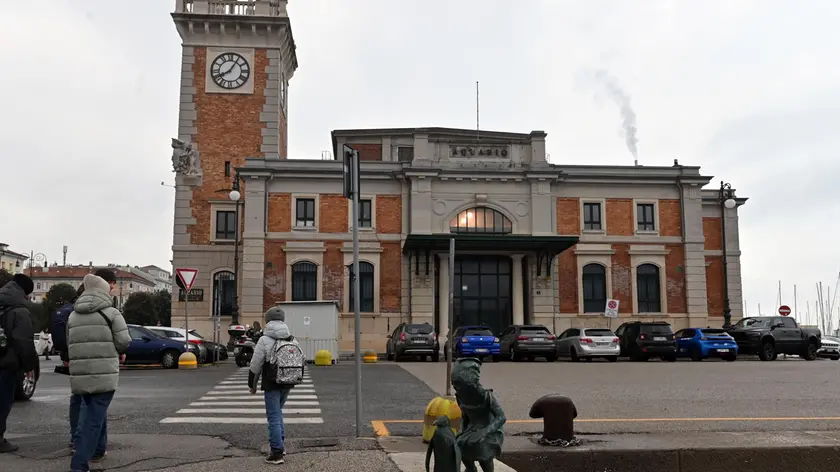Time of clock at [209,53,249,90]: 8:05
